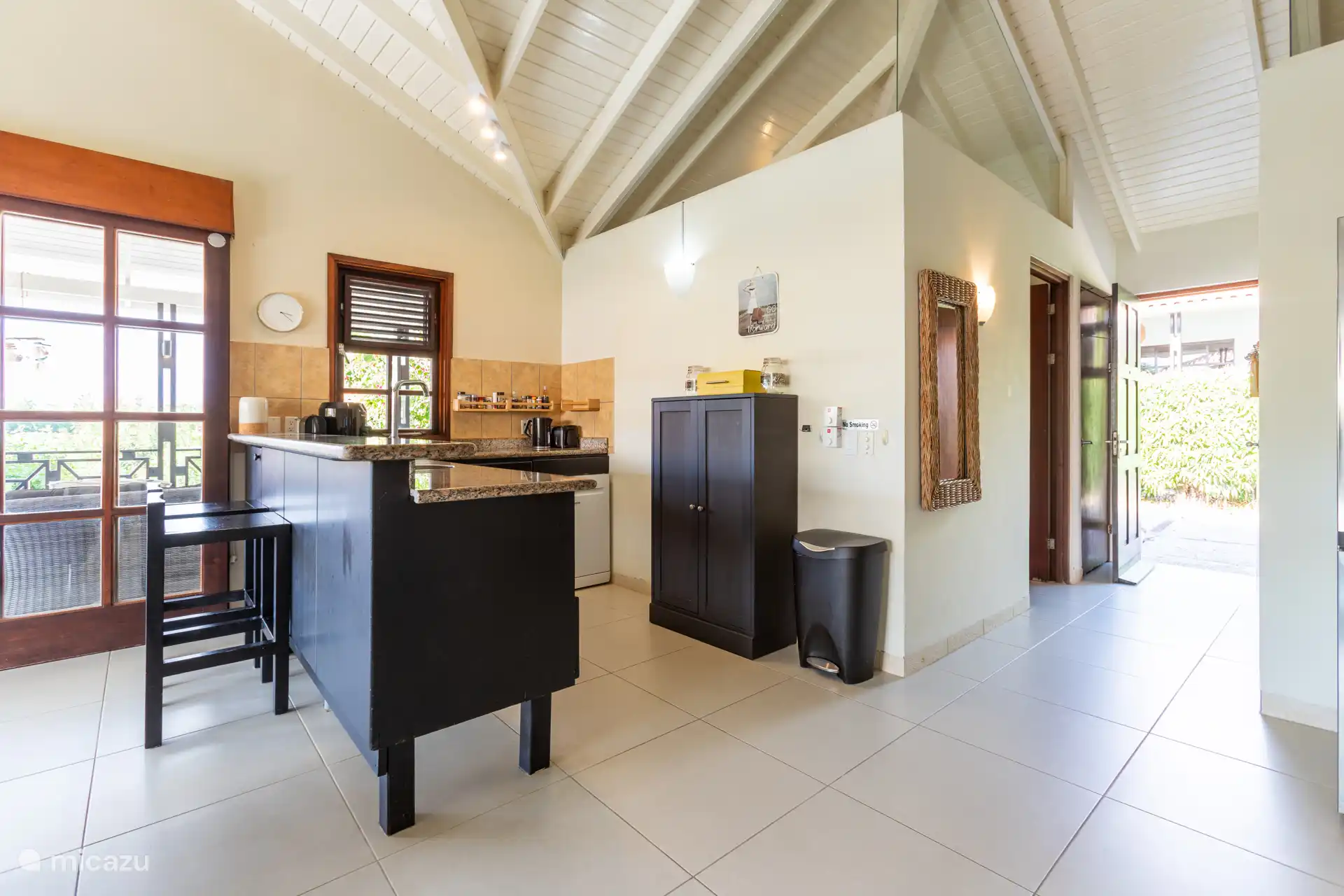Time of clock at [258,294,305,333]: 3:21
